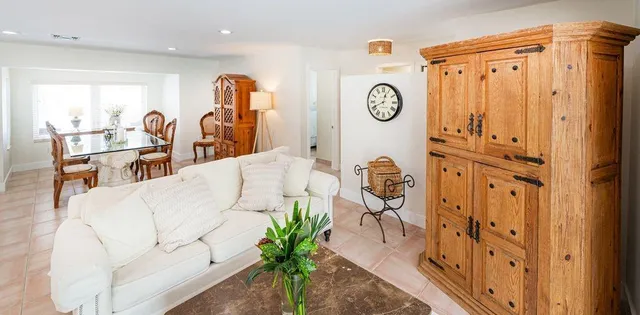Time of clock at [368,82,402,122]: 12:41
